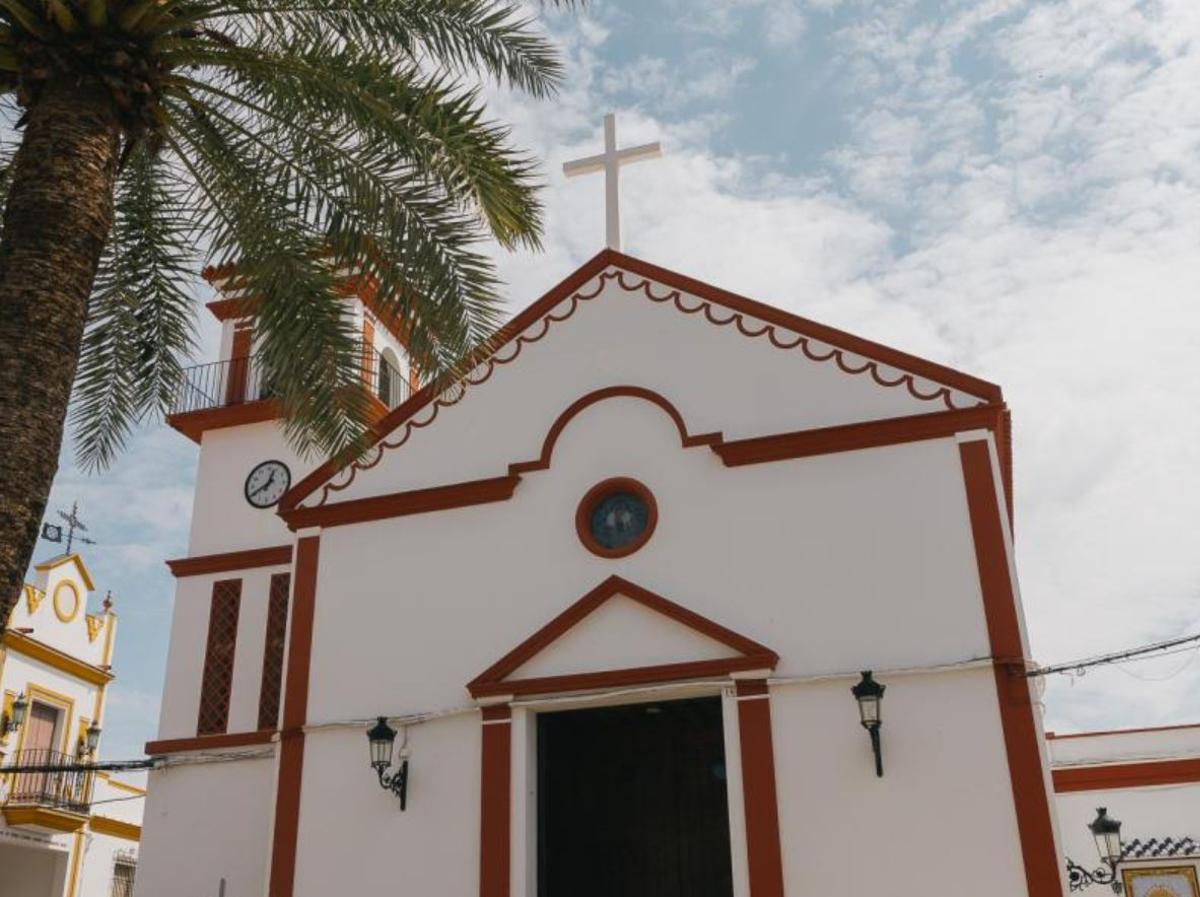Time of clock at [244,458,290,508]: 12:40
